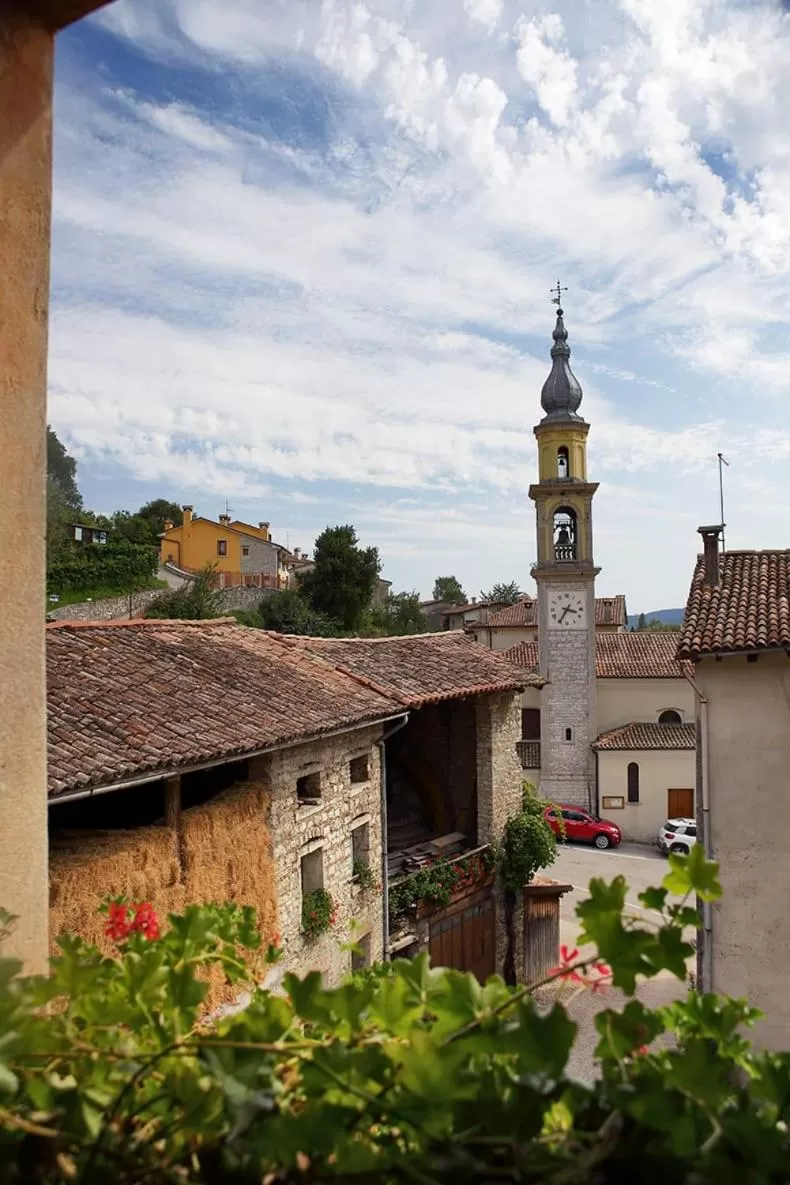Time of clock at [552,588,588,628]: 3:35
